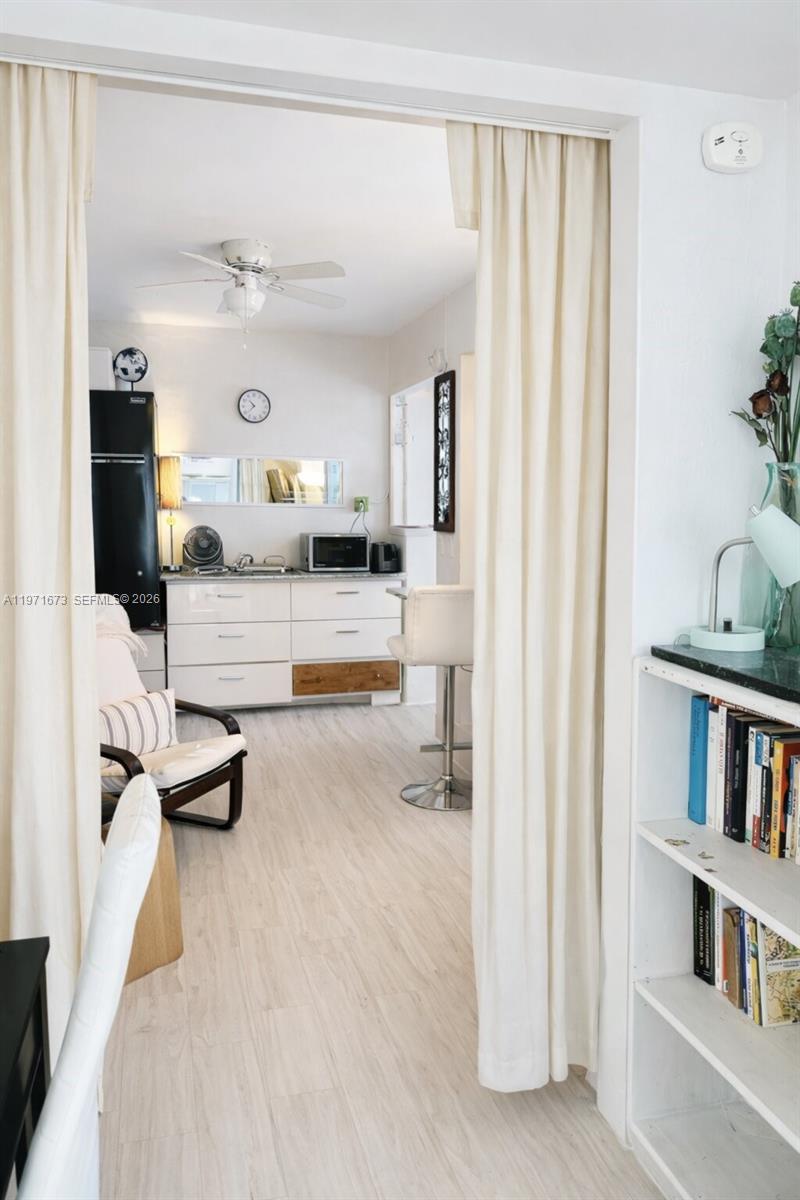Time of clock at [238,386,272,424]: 10:38
